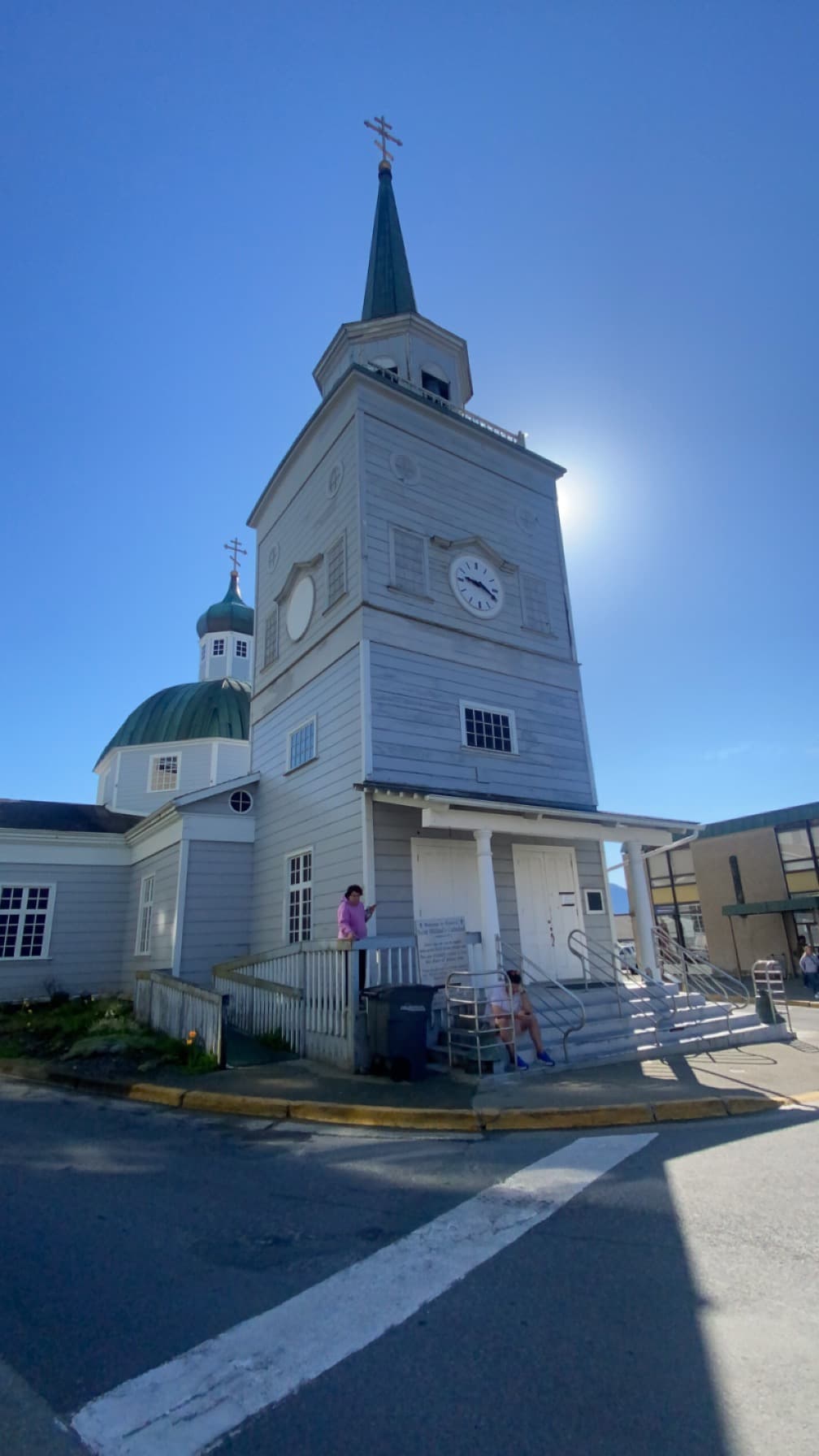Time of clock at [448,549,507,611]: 9:19
